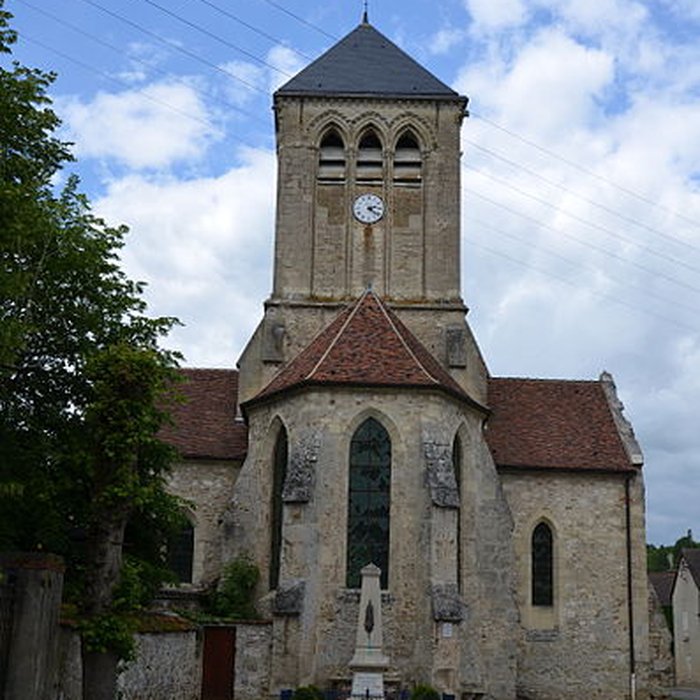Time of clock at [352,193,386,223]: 2:21
